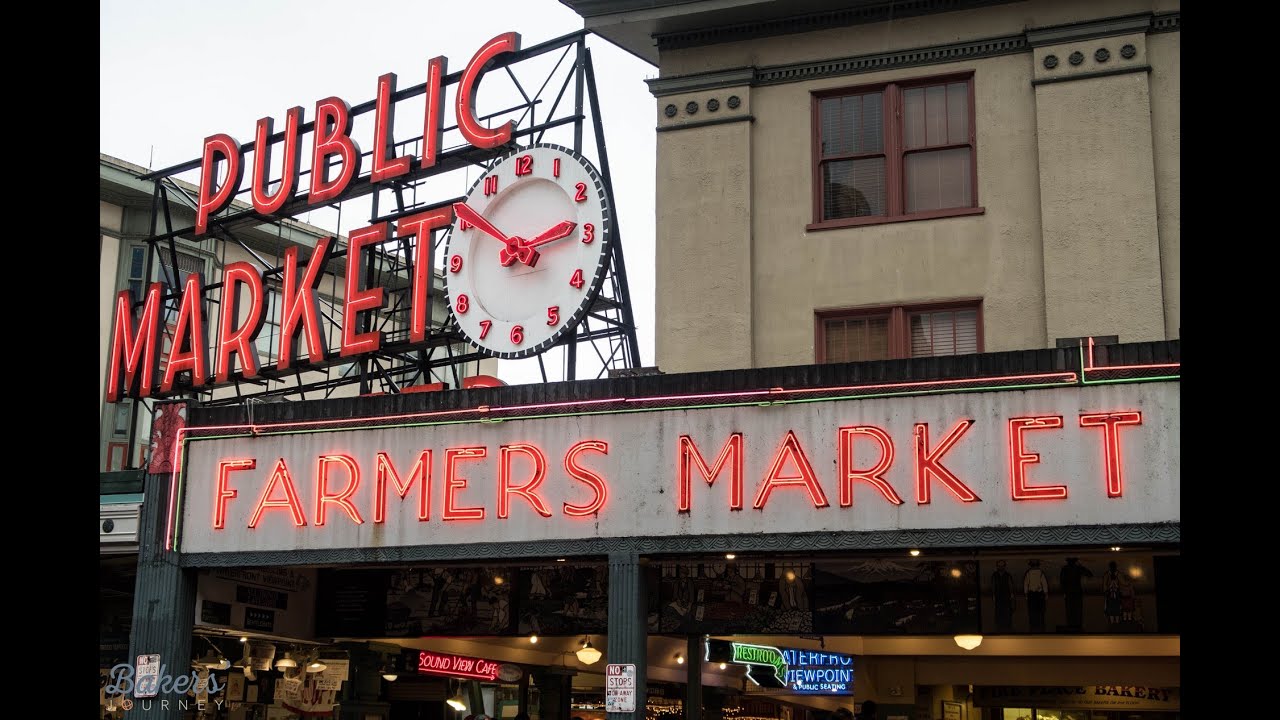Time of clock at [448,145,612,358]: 2:50
